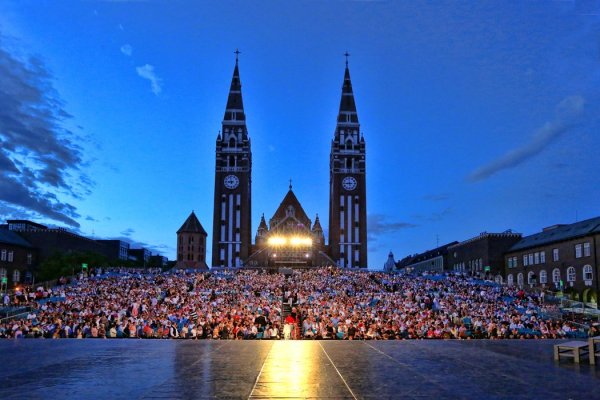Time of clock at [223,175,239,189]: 8:58
